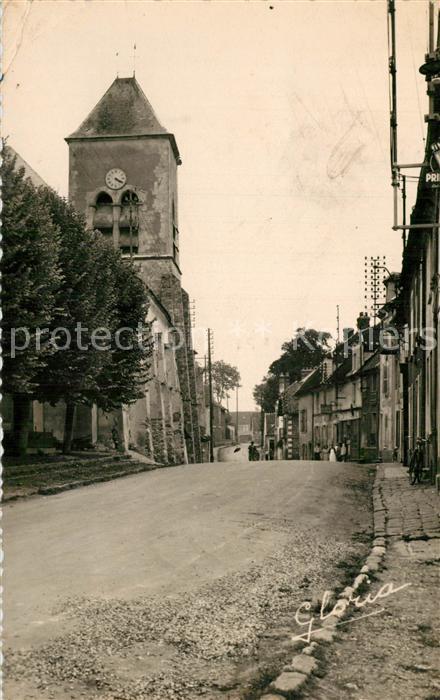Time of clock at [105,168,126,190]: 4:20
